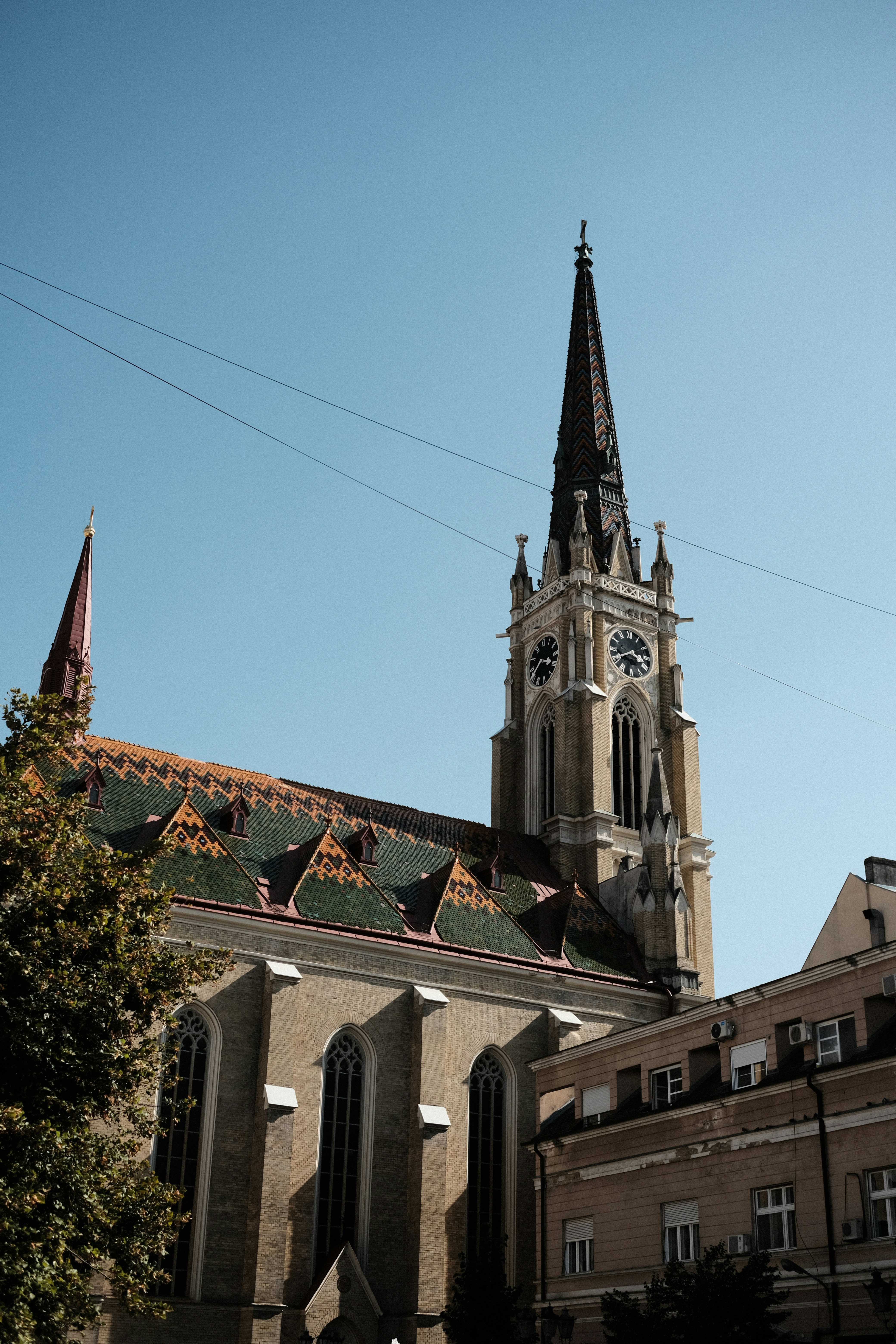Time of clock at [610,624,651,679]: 3:40
